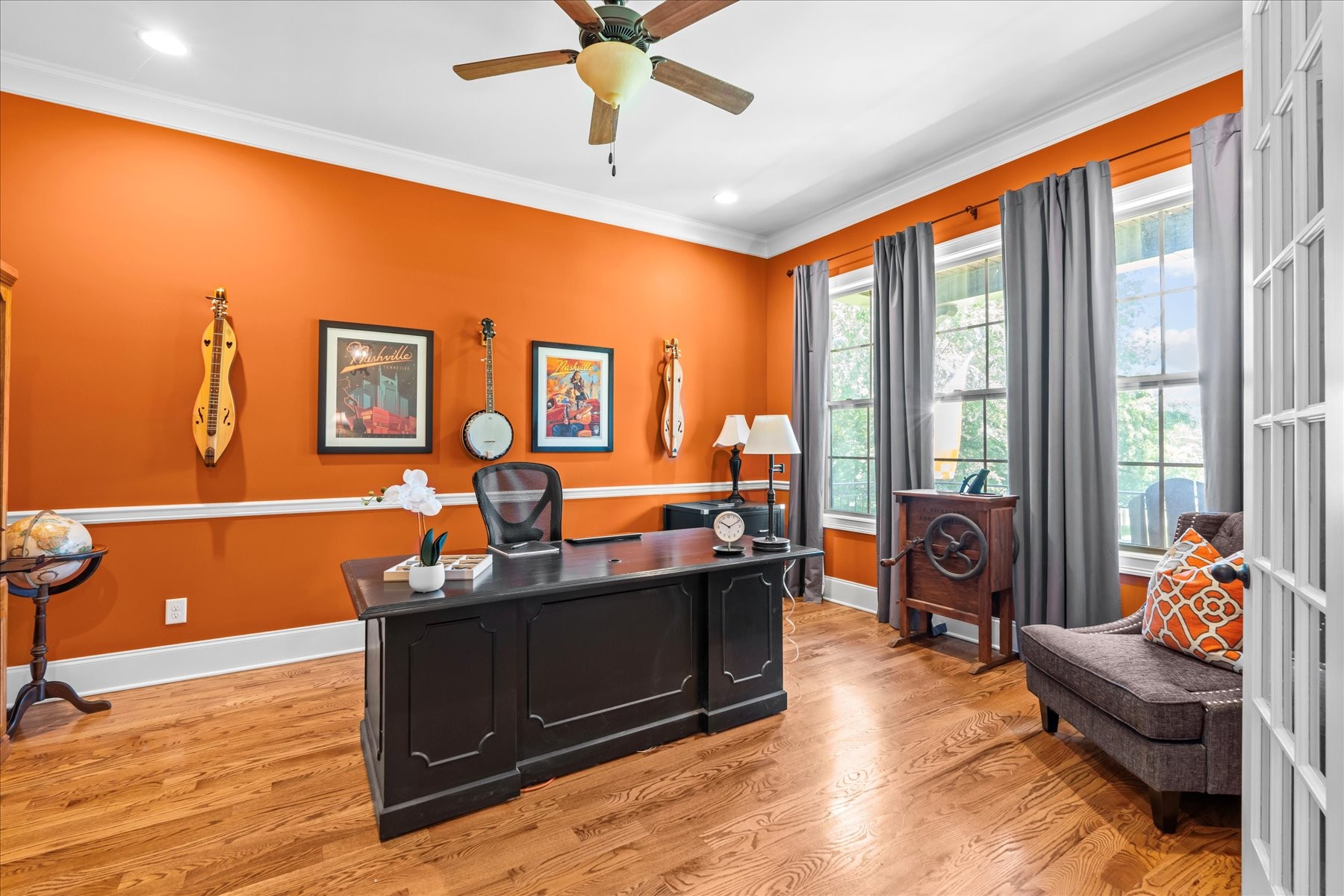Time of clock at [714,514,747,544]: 10:10
